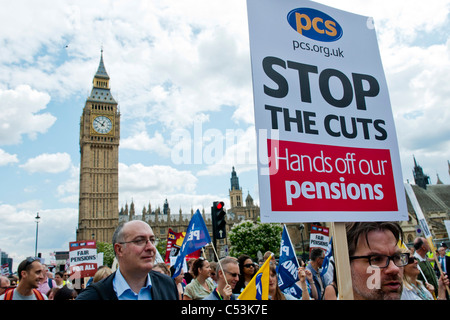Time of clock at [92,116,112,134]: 12:51
